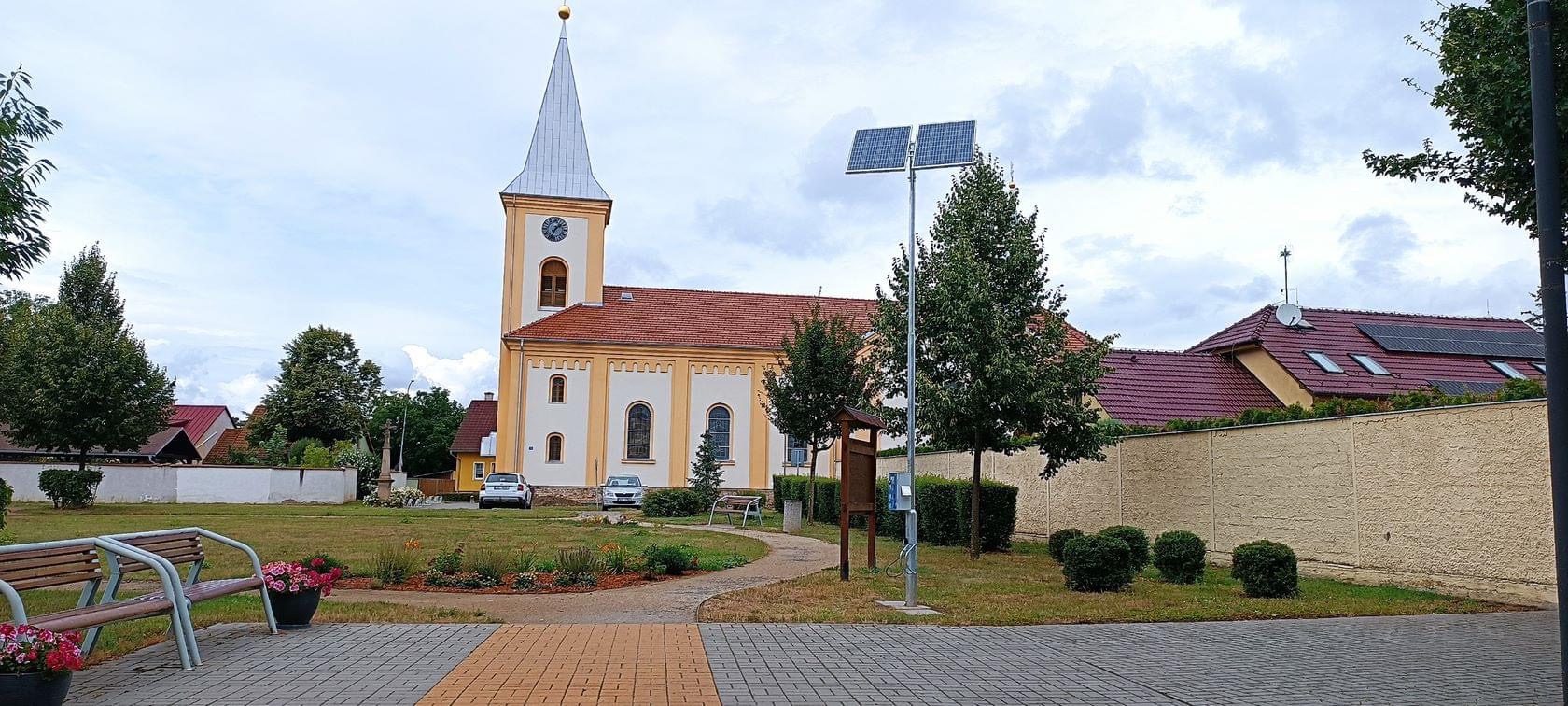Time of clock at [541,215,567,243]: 1:33
